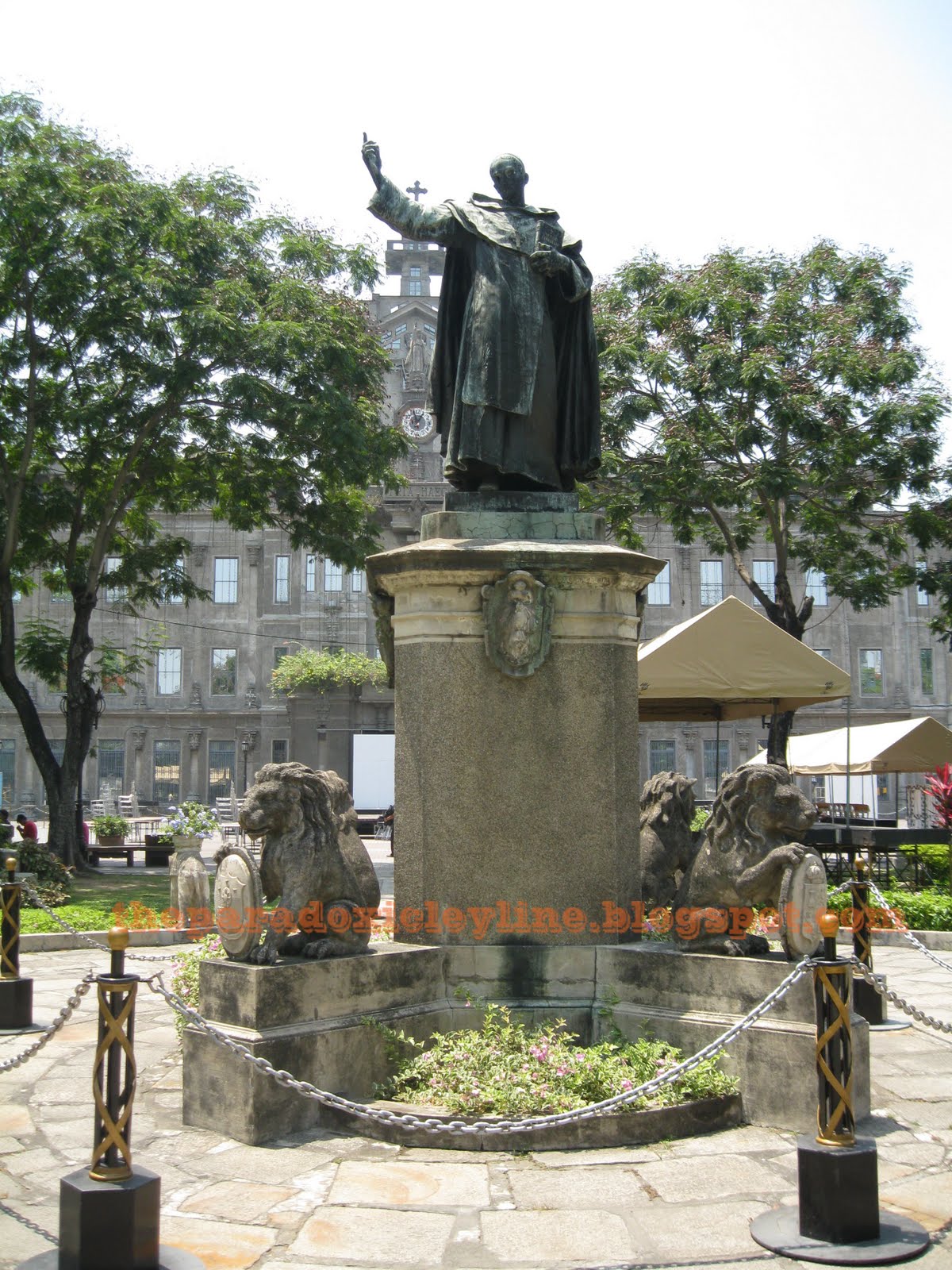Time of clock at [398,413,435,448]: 12:57
